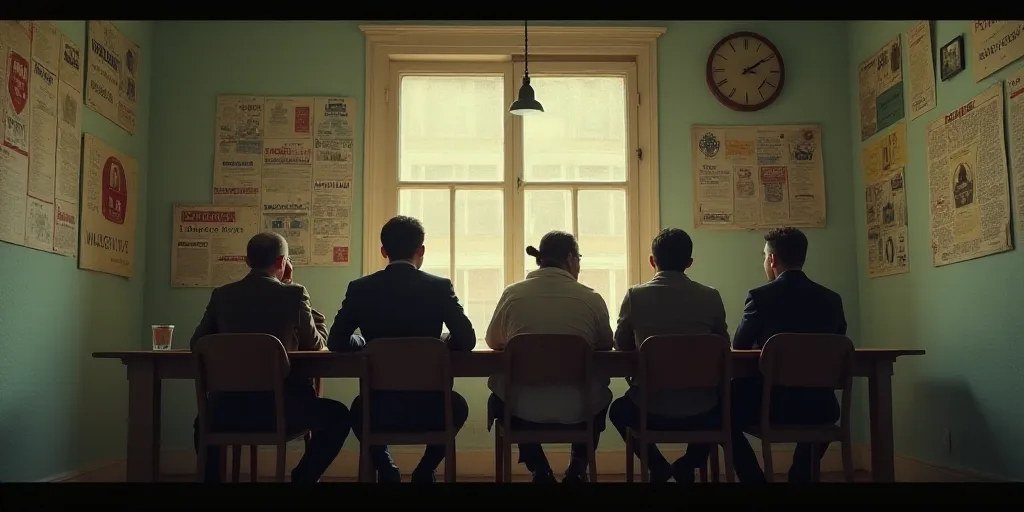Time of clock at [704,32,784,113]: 2:09
